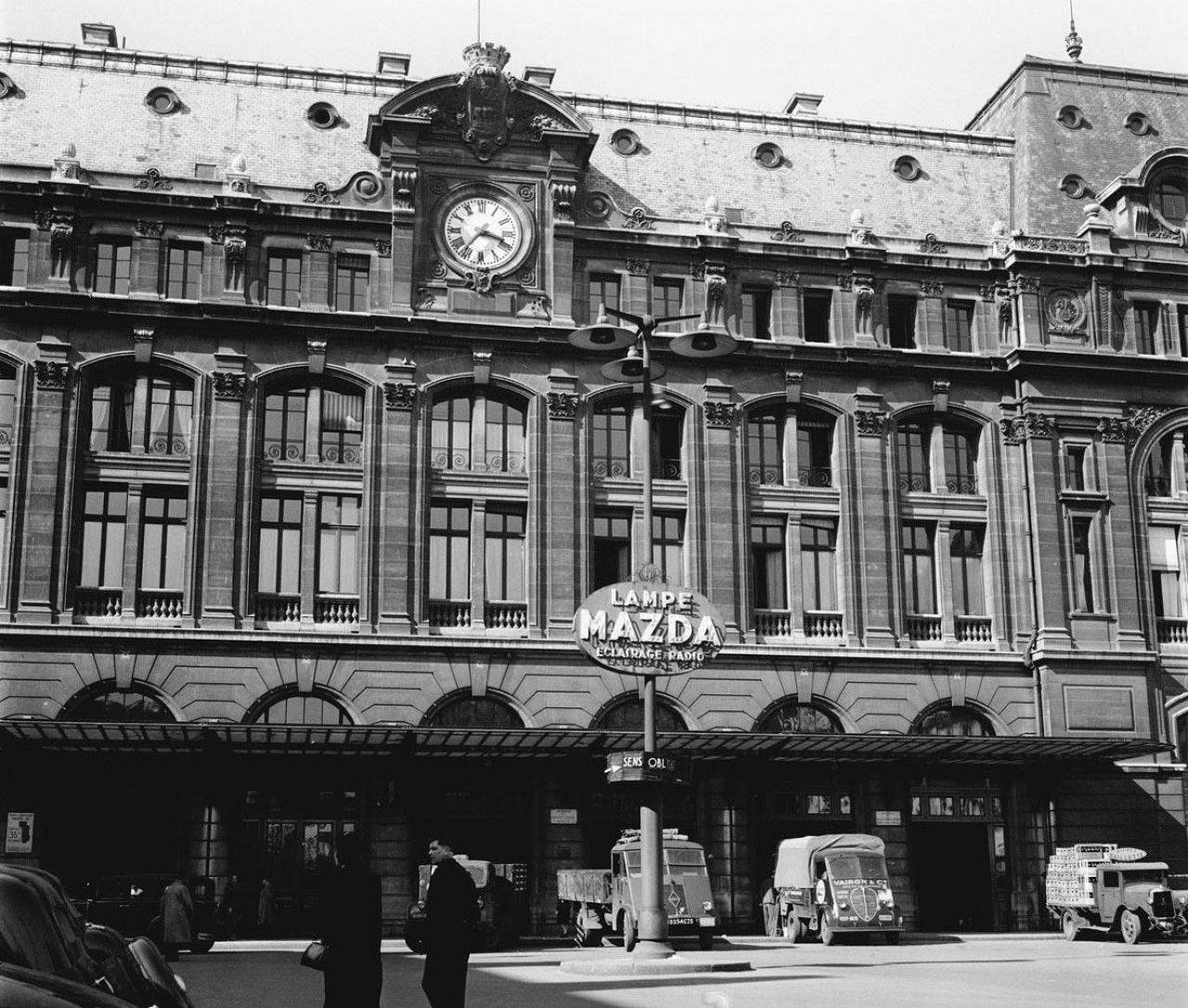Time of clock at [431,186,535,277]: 3:36
